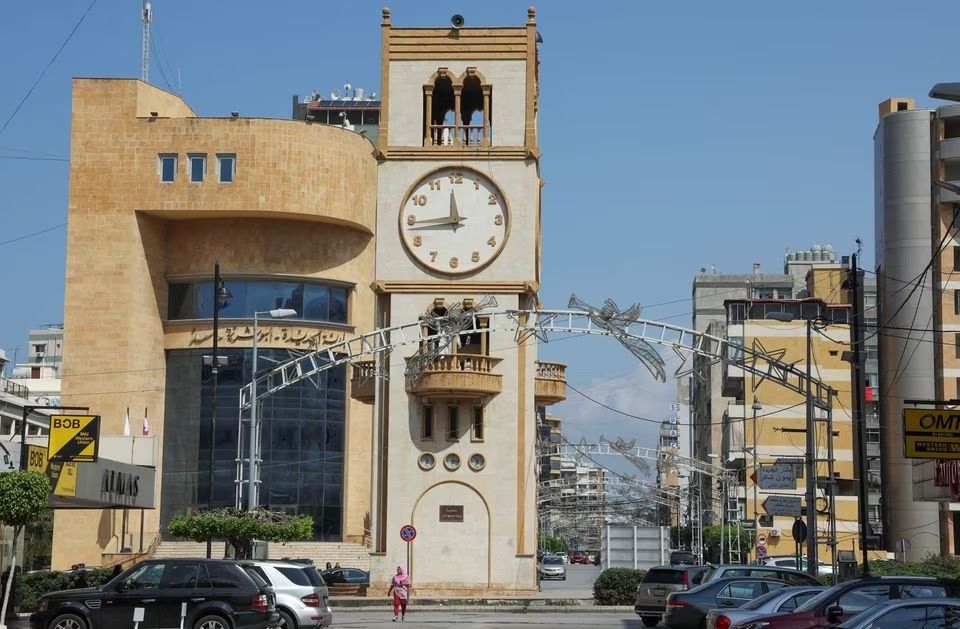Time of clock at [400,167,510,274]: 11:44
